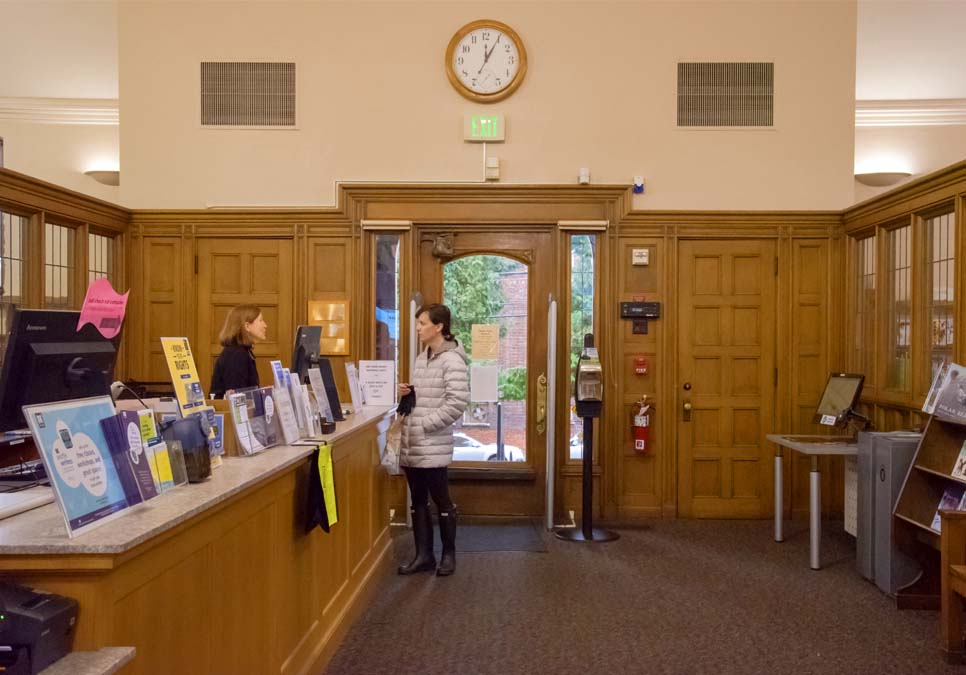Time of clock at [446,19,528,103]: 12:04
